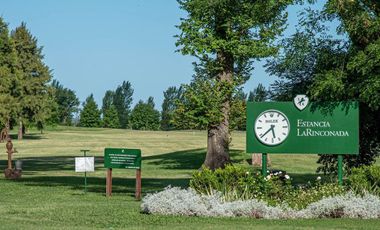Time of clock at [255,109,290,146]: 5:38
